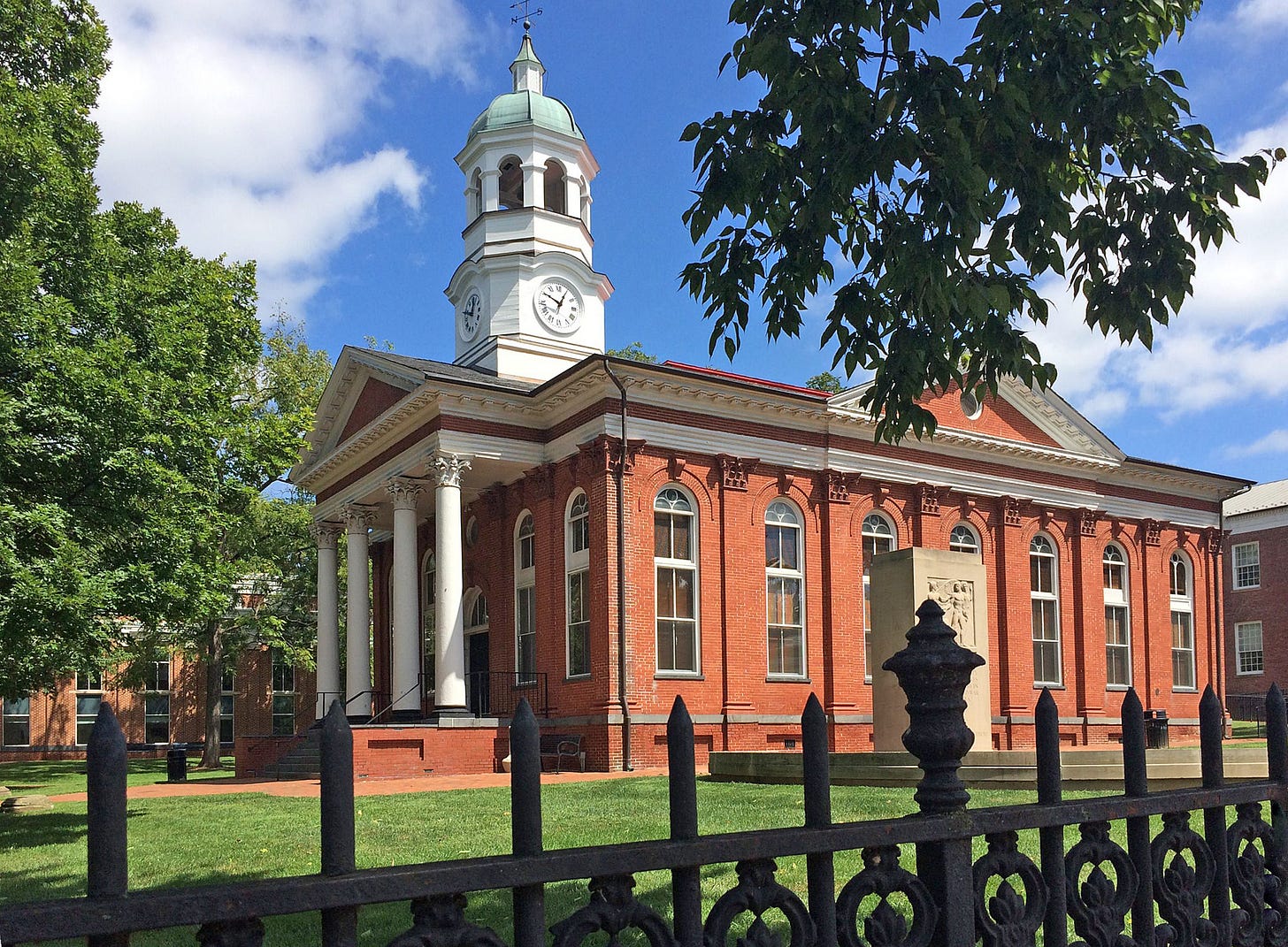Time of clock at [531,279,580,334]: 10:04
